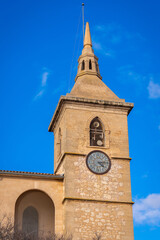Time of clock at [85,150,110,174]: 4:13
